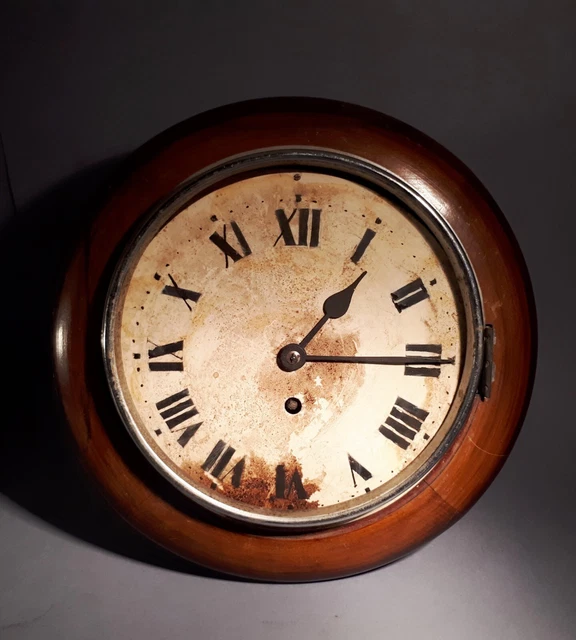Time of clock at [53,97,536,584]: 1:14
